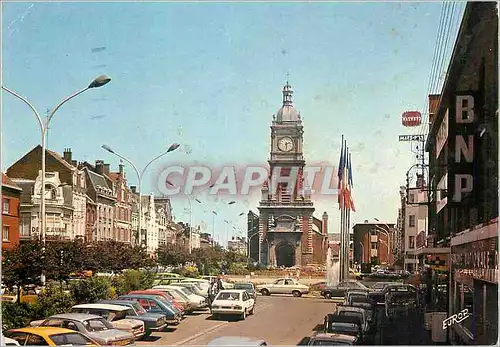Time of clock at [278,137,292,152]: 2:29
